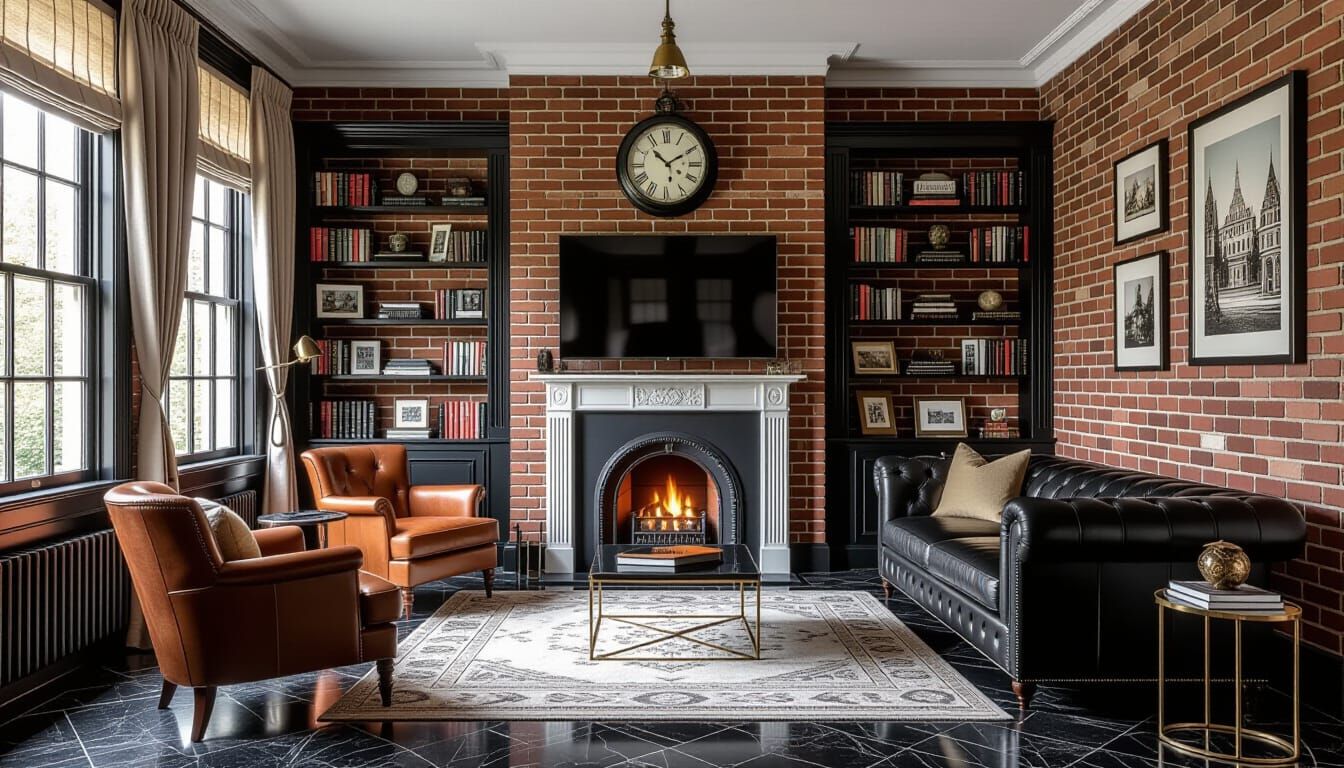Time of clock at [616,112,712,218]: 1:52
